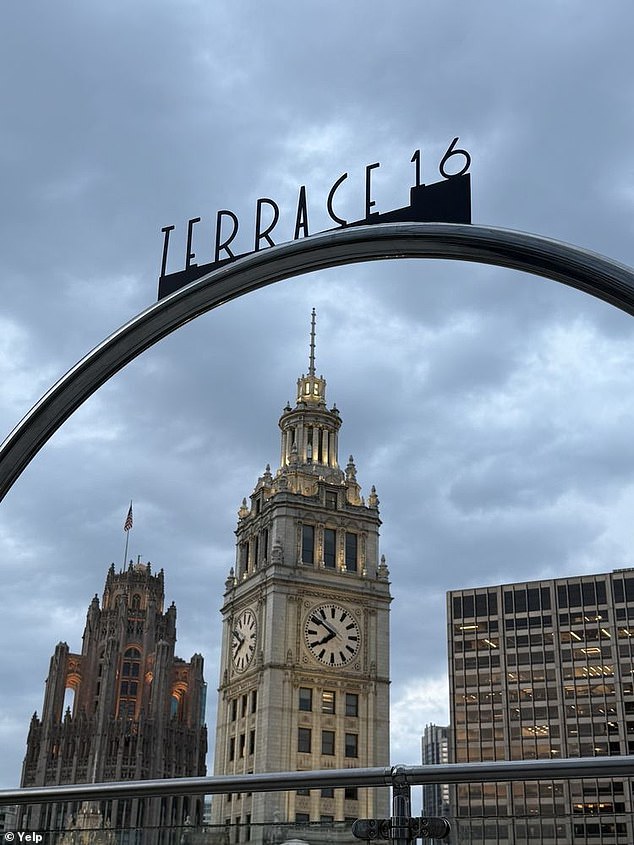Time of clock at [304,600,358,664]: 7:50
